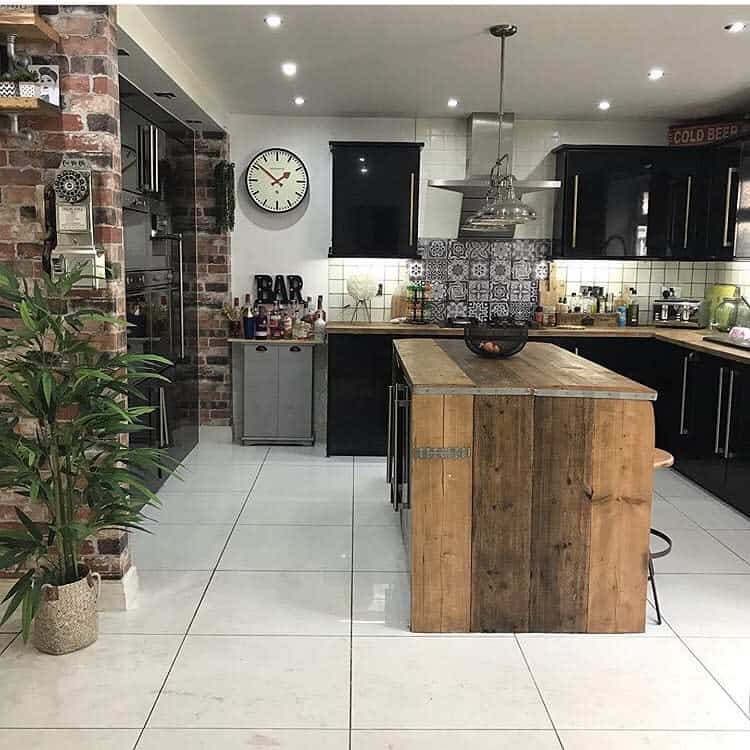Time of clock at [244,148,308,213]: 1:51
